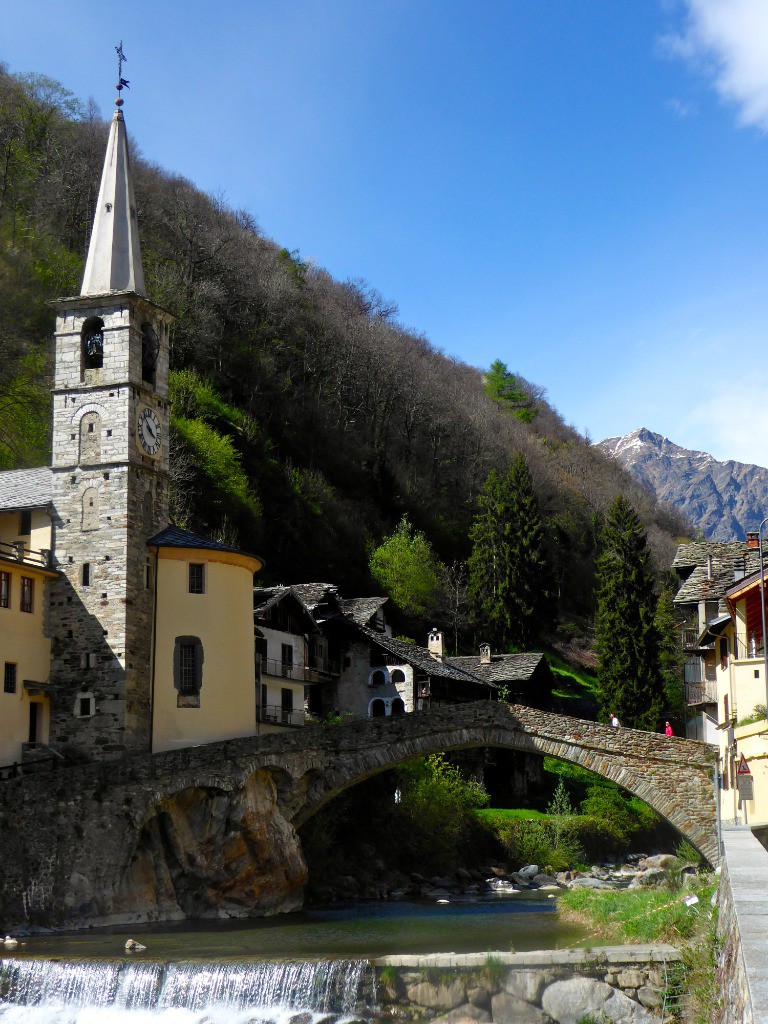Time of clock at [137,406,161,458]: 3:52
